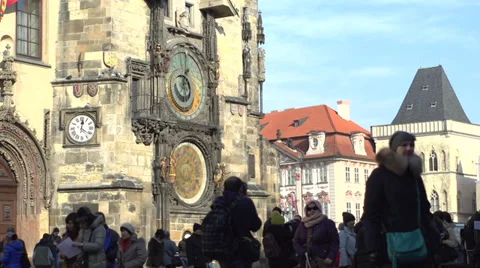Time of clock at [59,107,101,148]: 12:20
